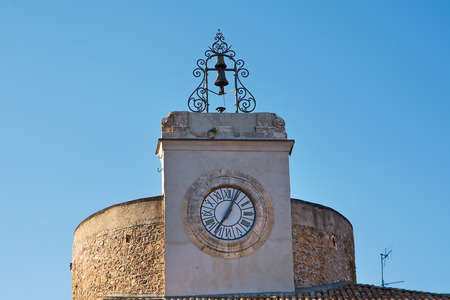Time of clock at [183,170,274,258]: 7:04
